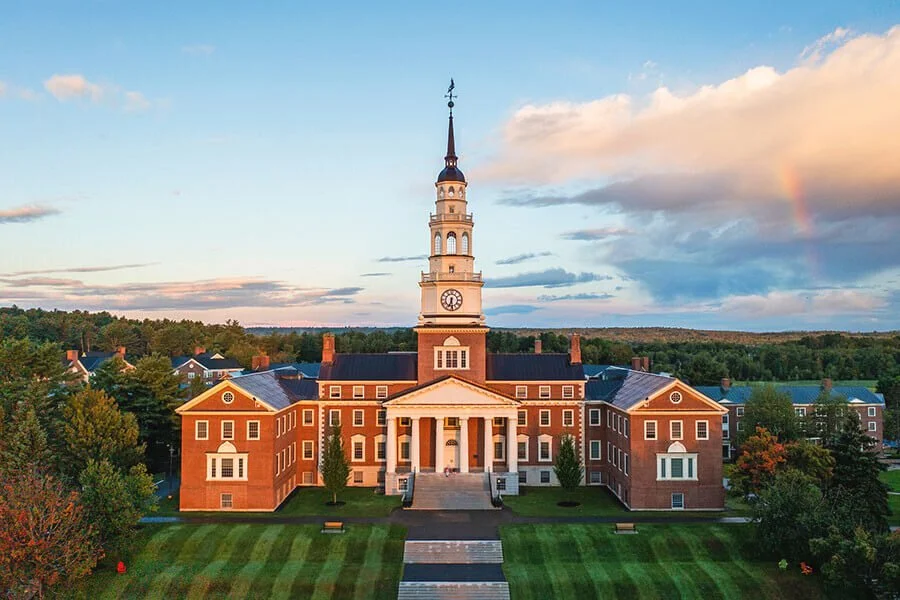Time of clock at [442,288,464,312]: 6:28
